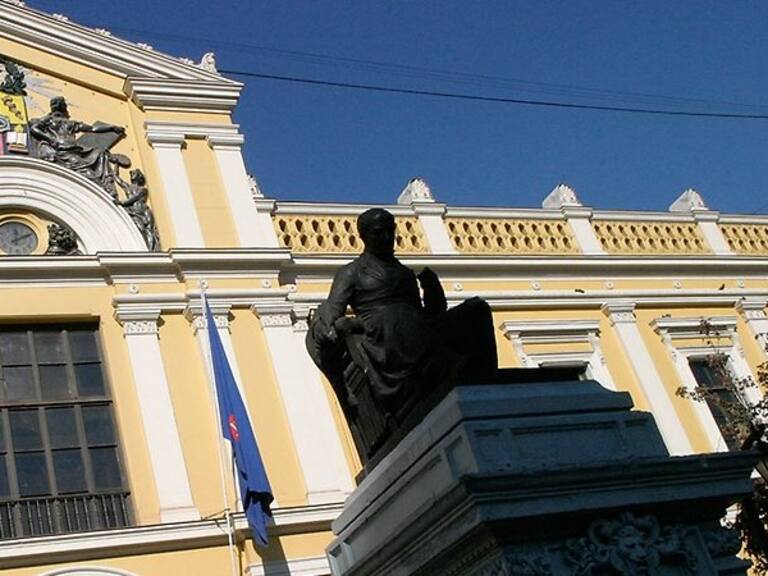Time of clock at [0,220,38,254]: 12:10
